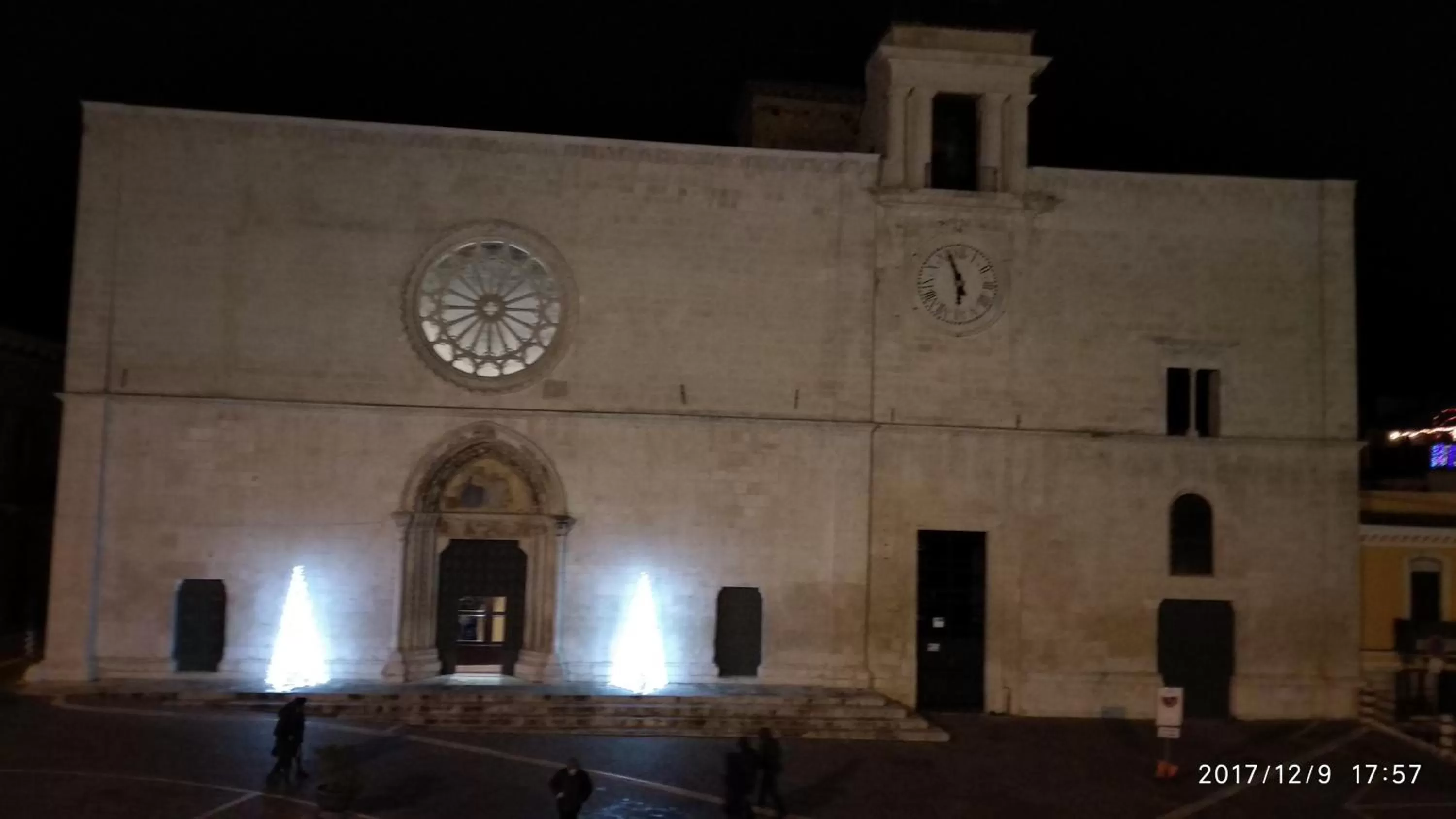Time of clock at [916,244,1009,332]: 5:56
